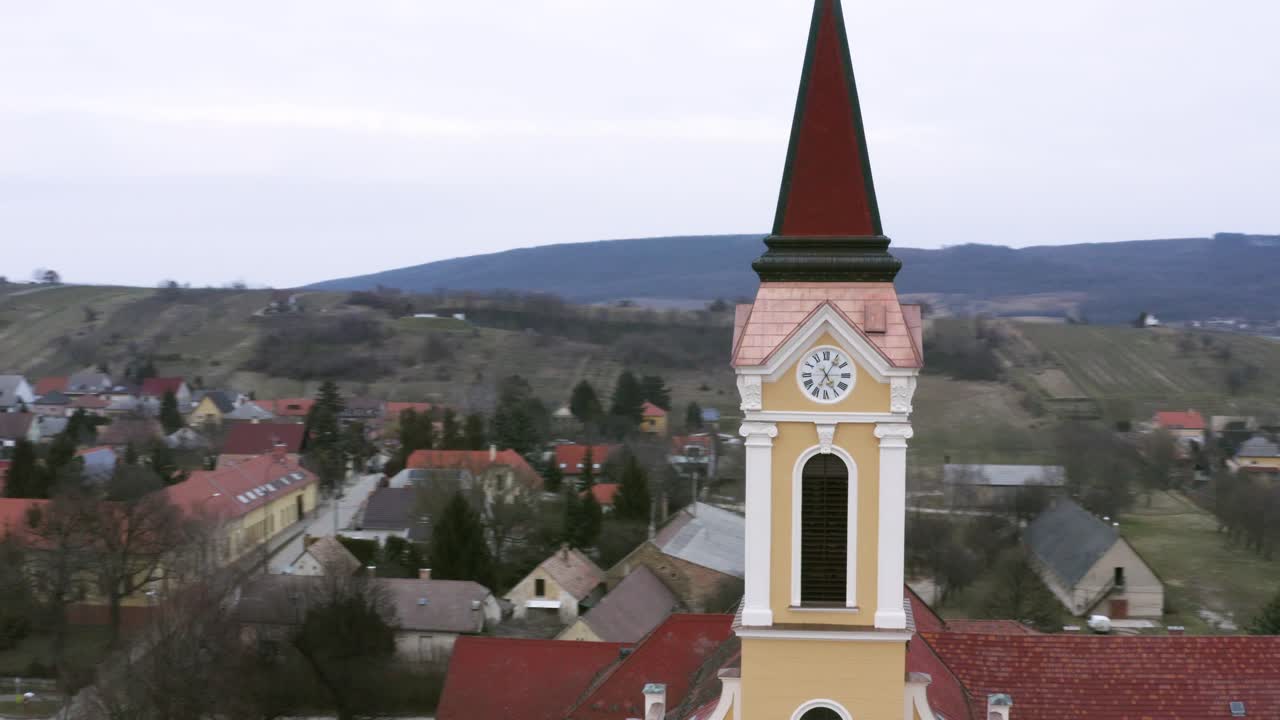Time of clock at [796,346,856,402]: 5:05
